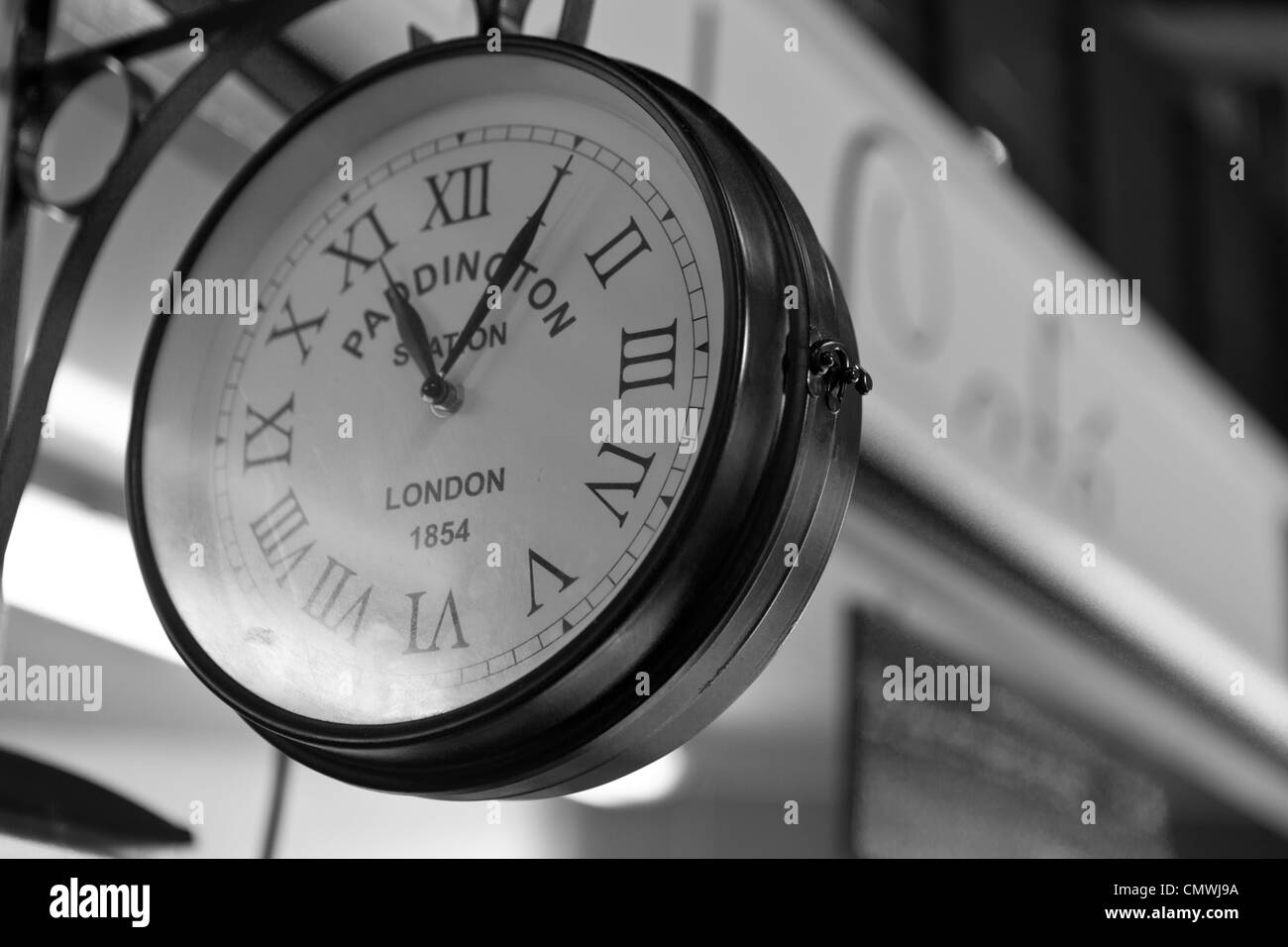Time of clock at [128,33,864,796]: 11:05
